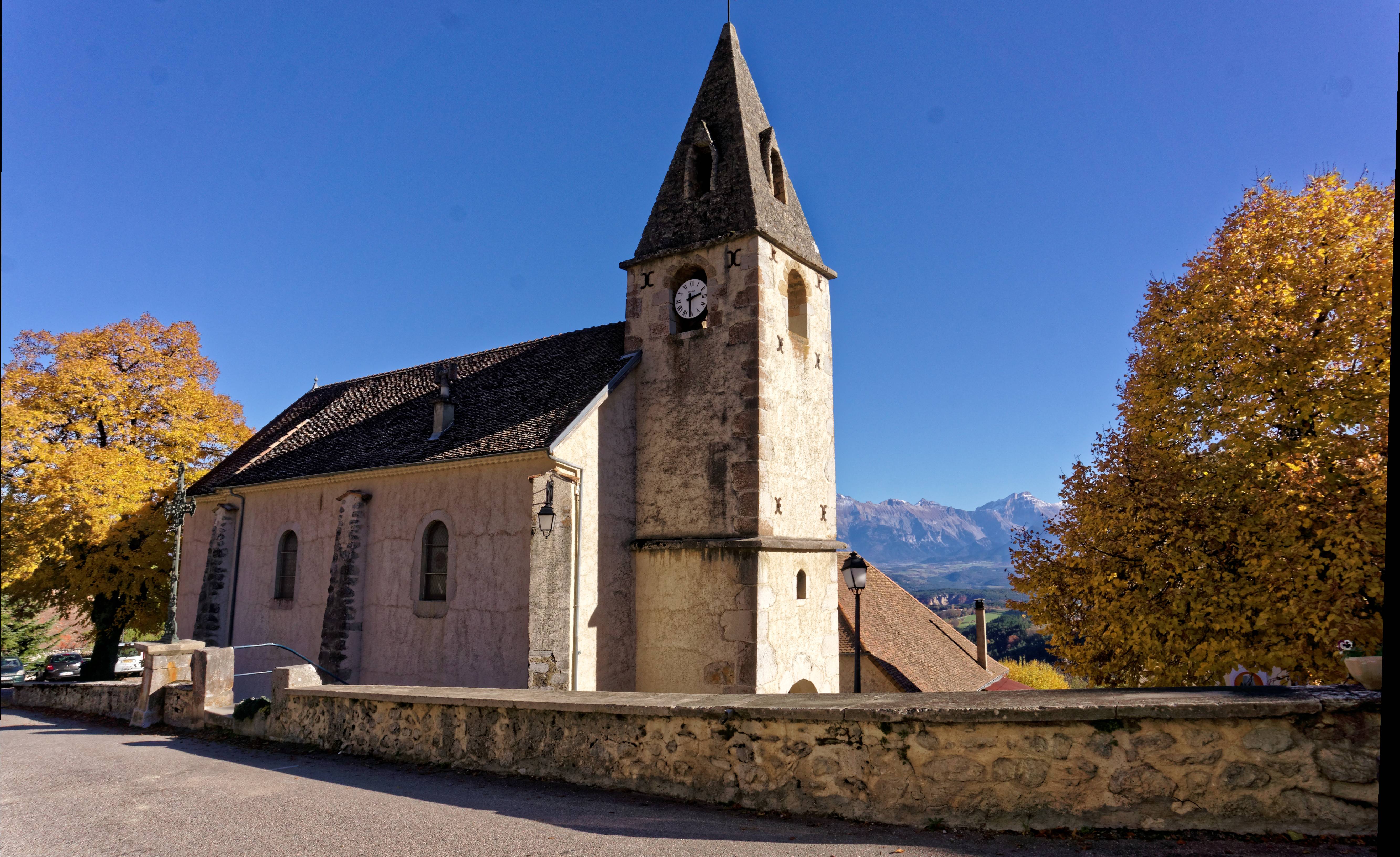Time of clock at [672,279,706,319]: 2:30
